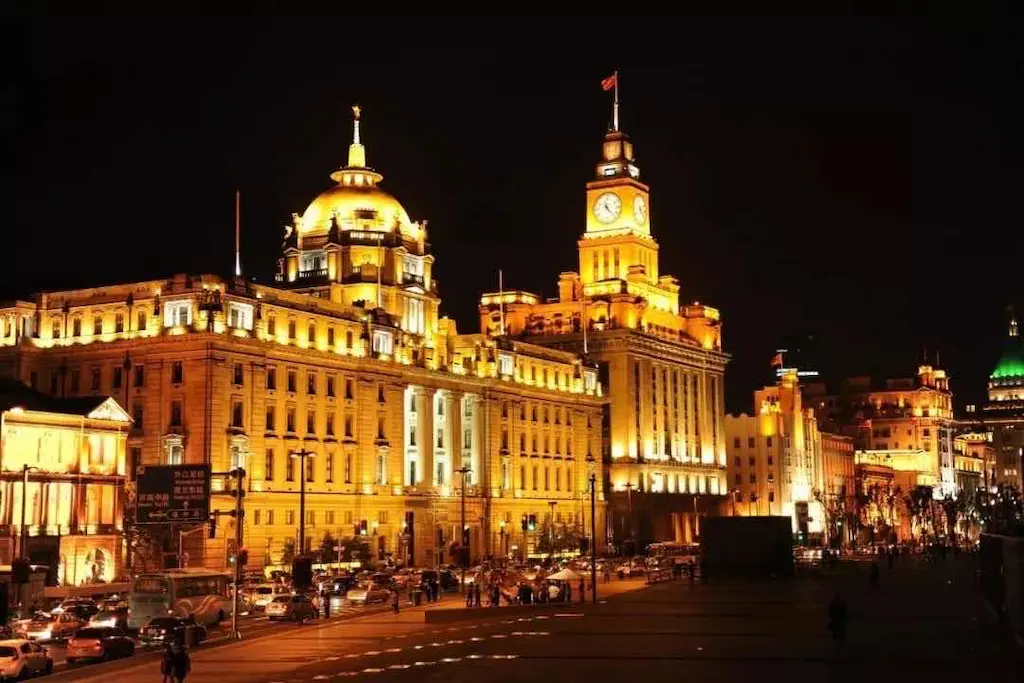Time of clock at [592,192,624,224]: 11:23
